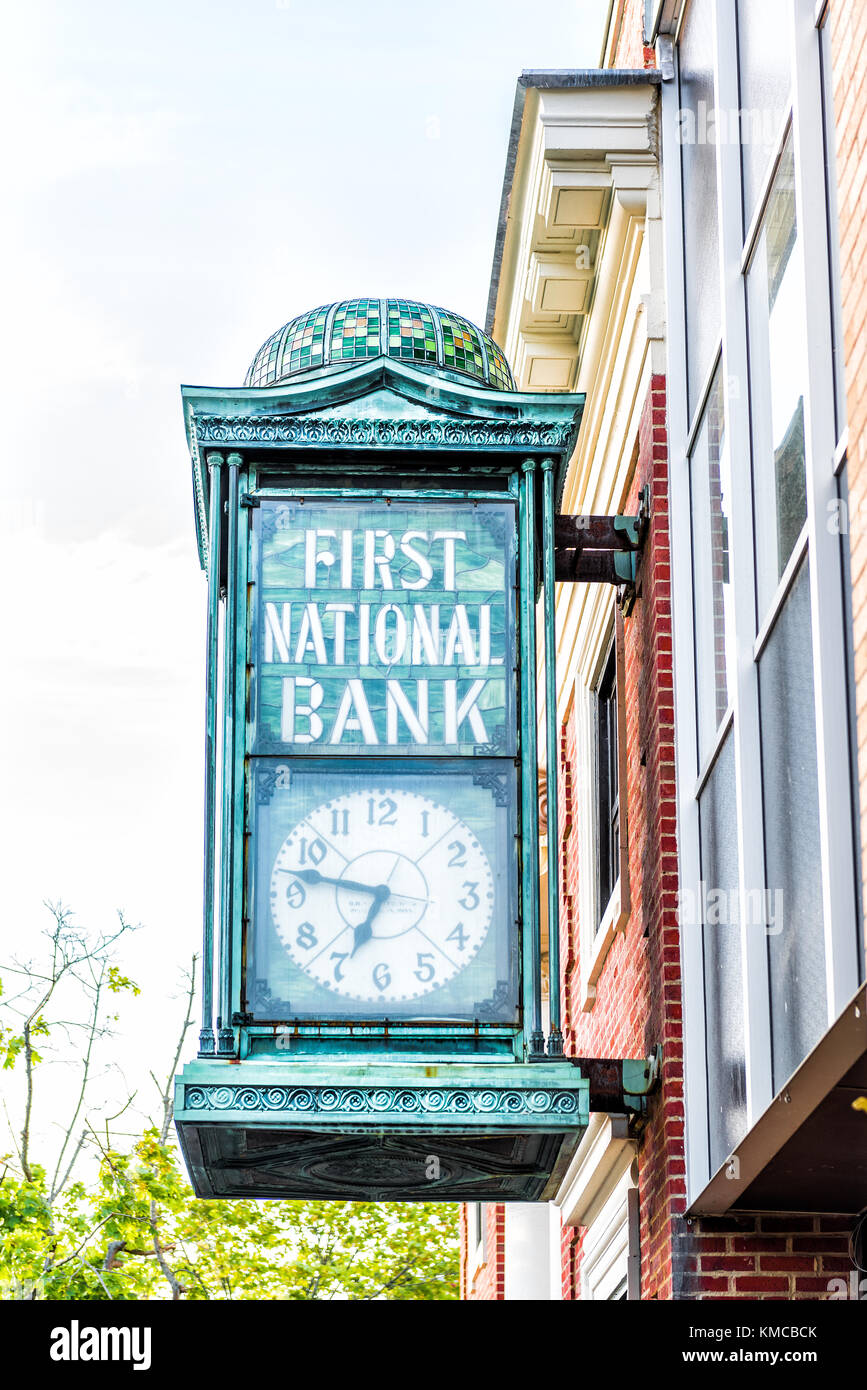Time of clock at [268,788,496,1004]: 6:47
